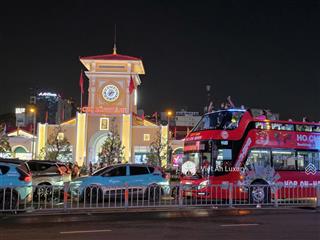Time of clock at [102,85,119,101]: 7:13
